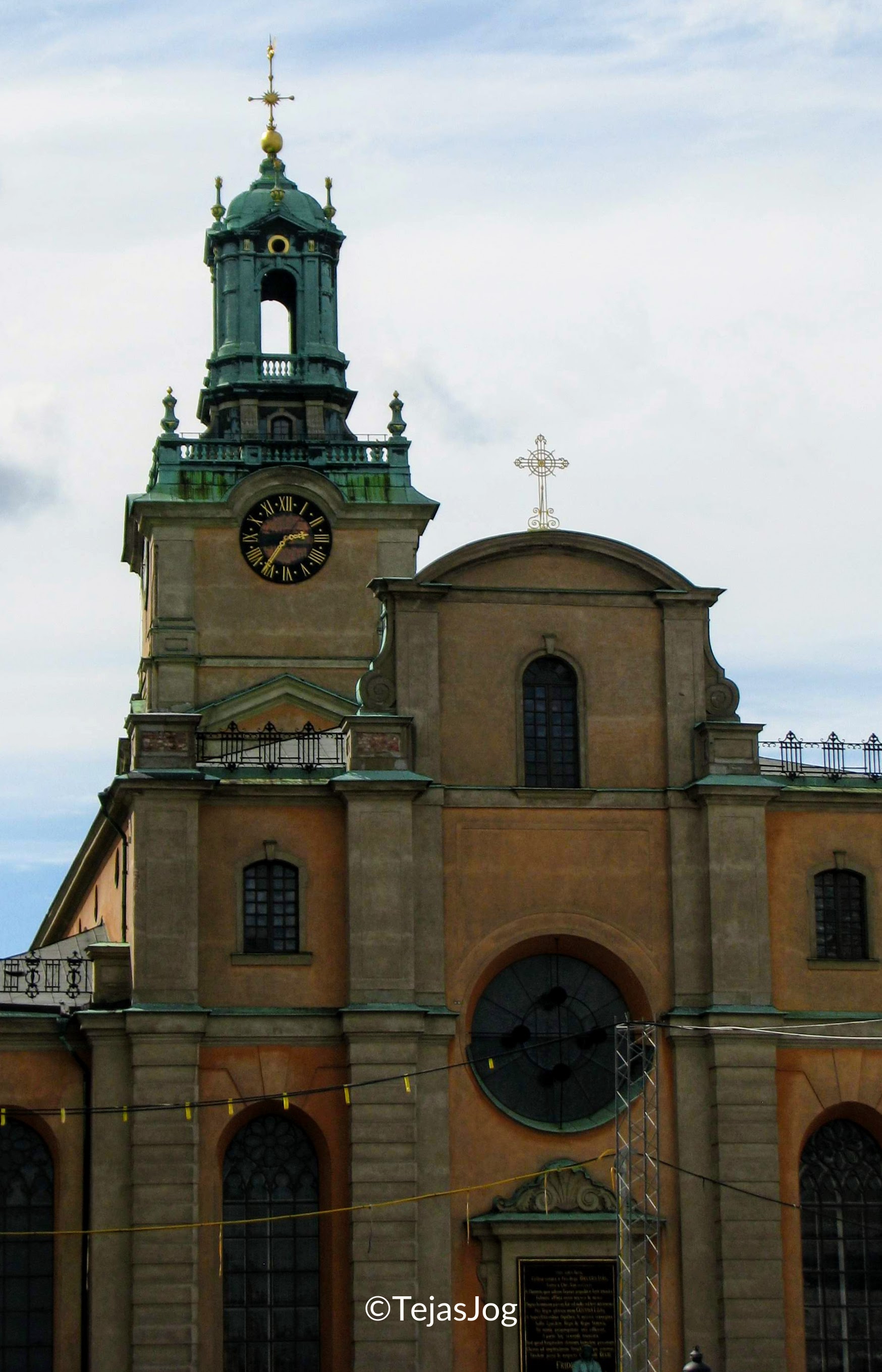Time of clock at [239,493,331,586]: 2:36
